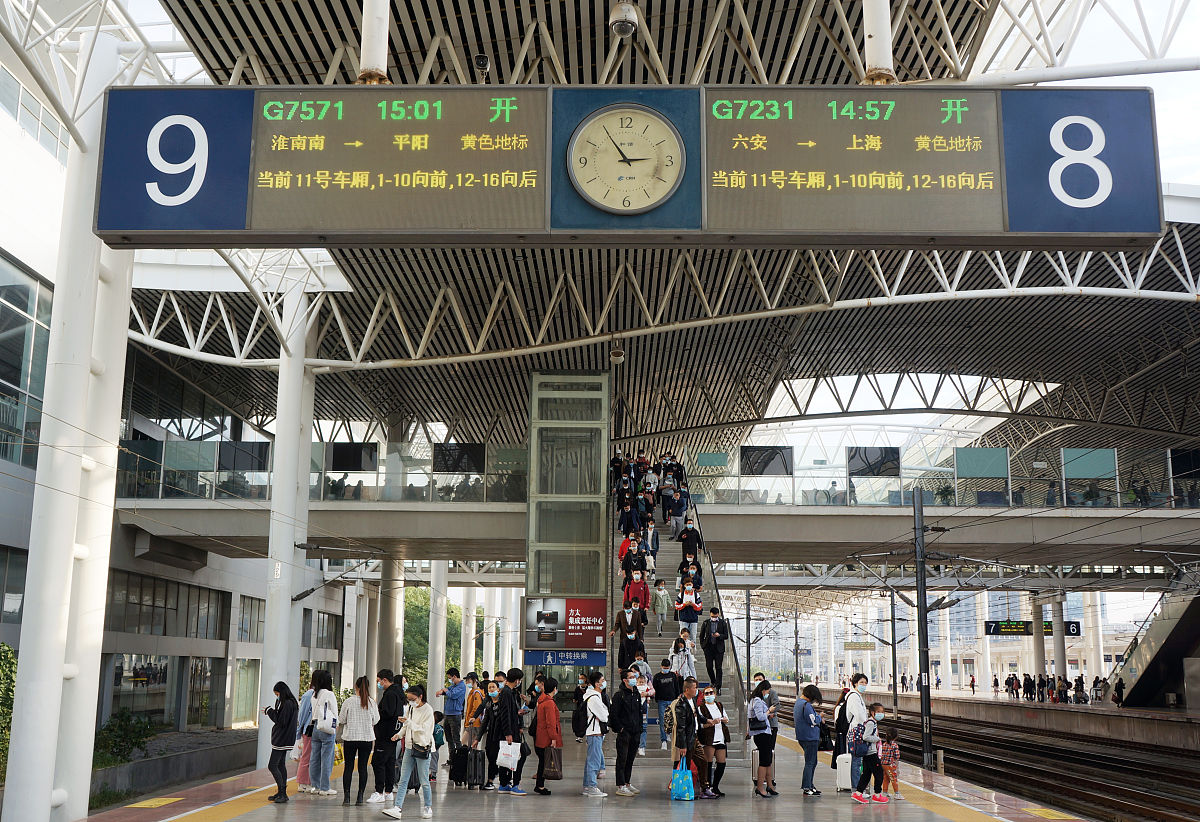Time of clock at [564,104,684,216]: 2:54
